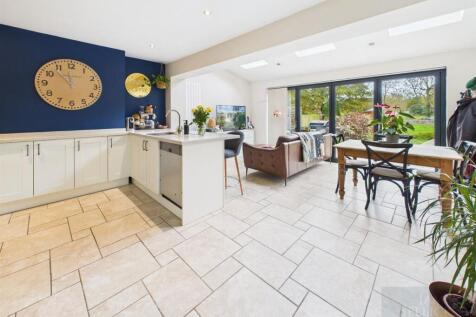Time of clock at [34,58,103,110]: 11:52
